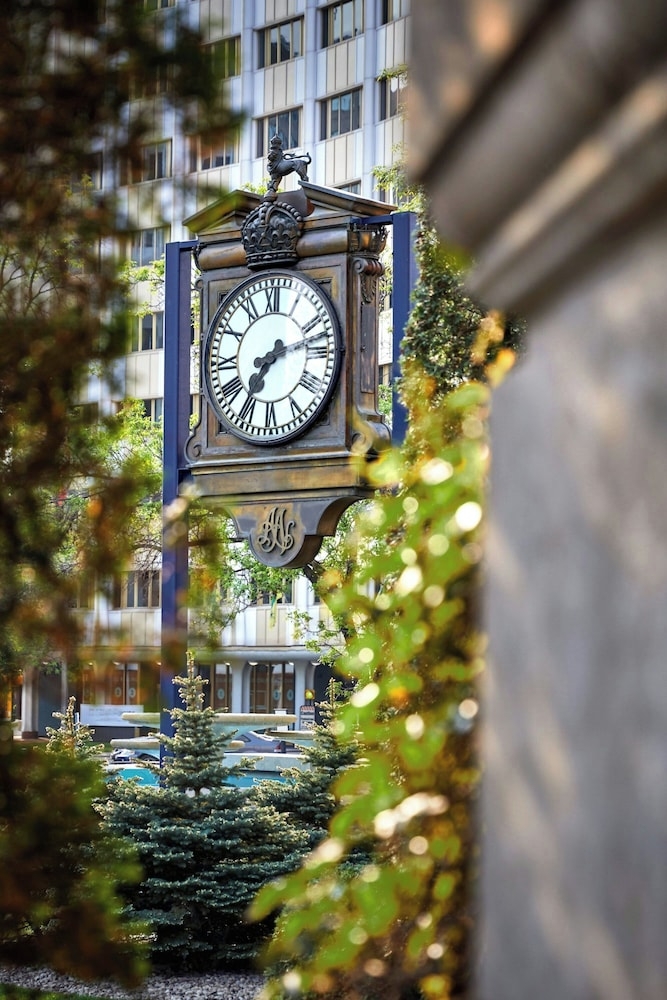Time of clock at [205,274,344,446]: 7:12
